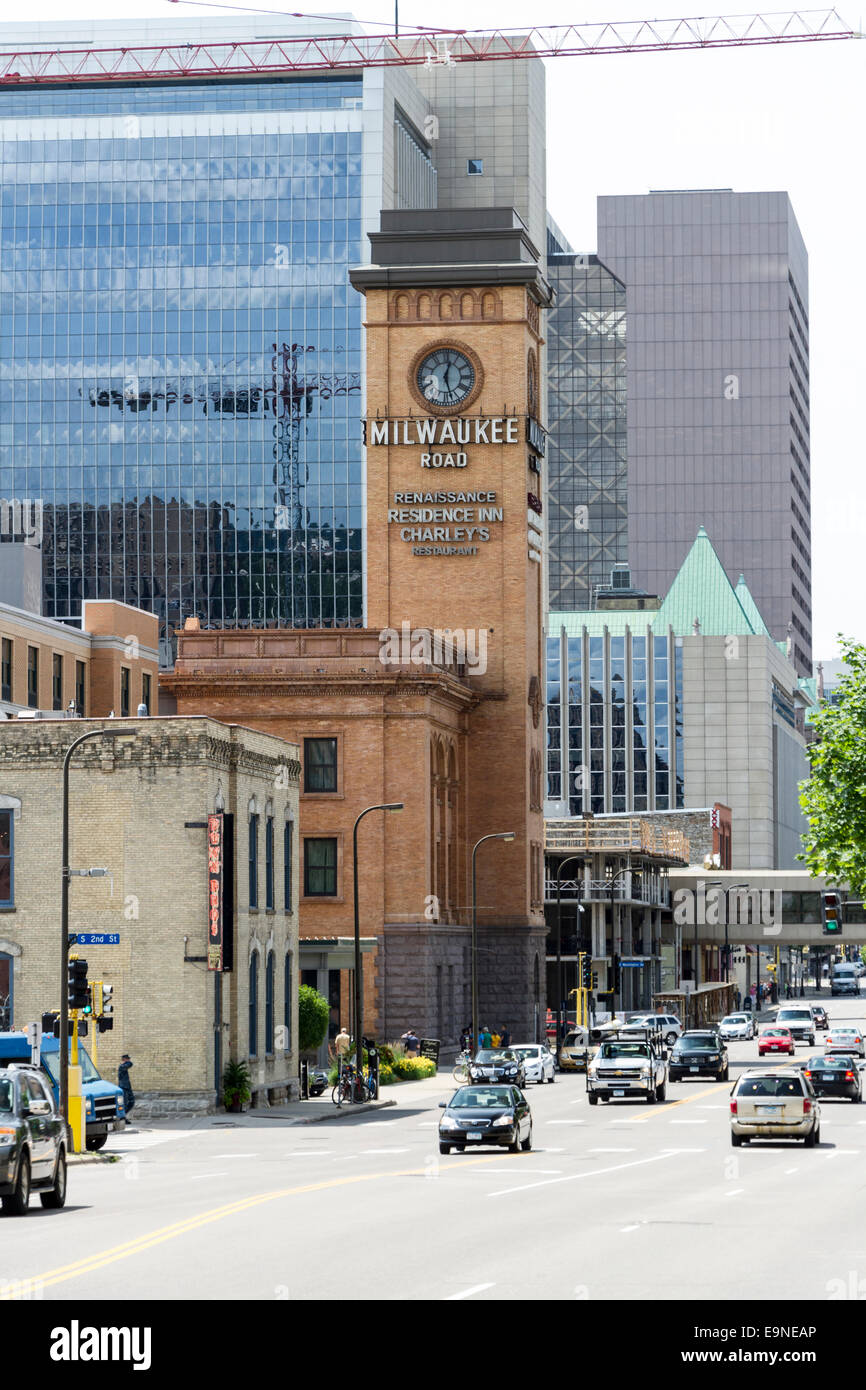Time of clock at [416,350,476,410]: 12:27
